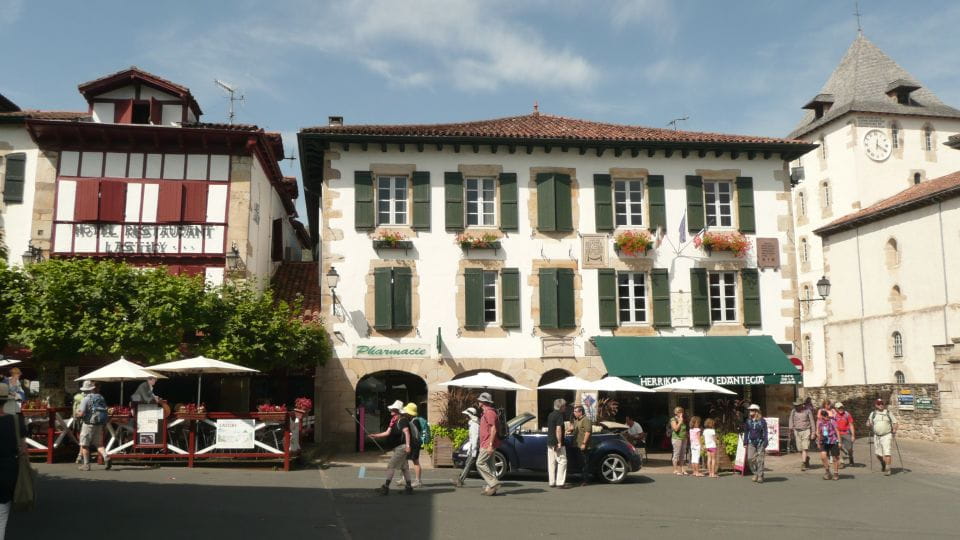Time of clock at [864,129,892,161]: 12:19
